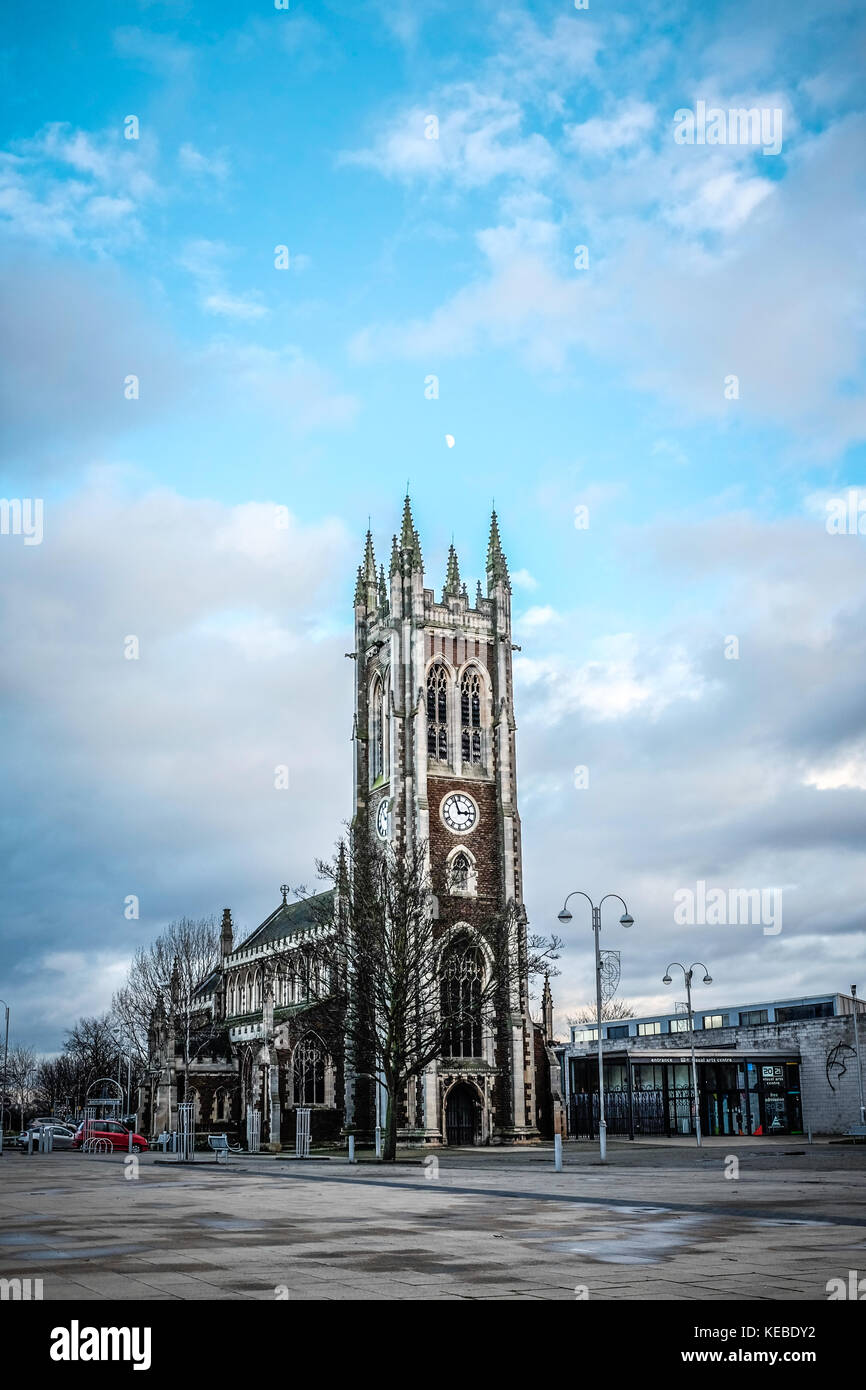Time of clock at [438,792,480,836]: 2:56
